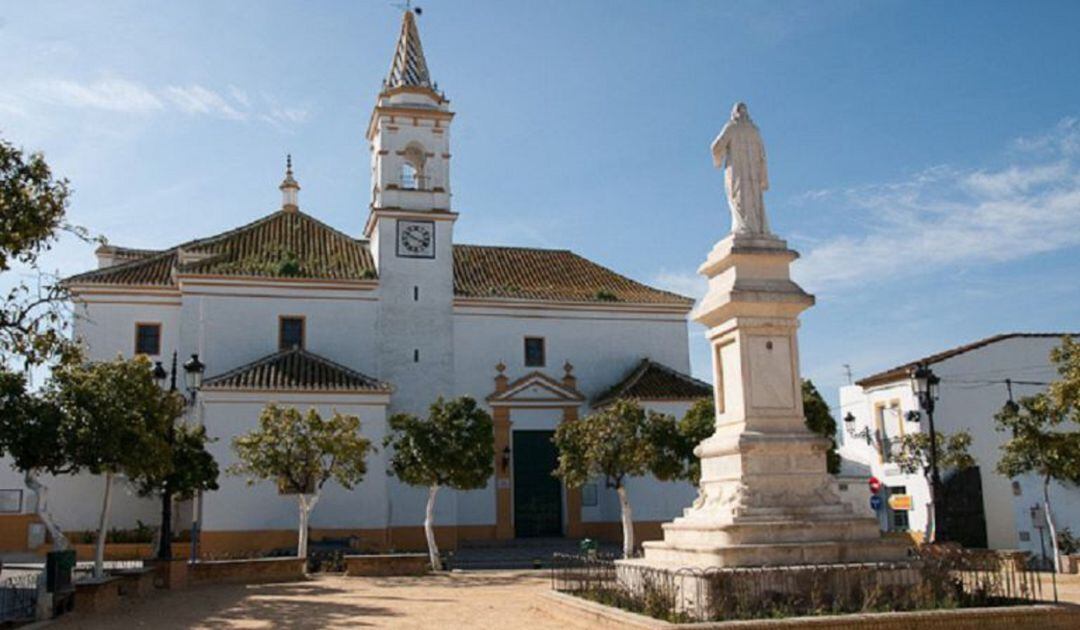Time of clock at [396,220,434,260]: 3:50
